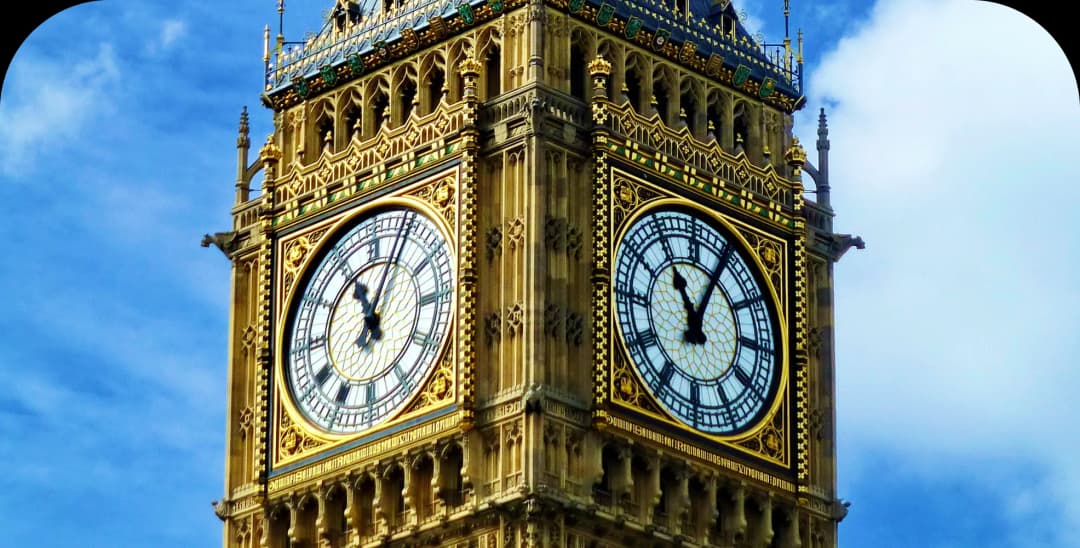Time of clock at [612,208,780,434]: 11:04
